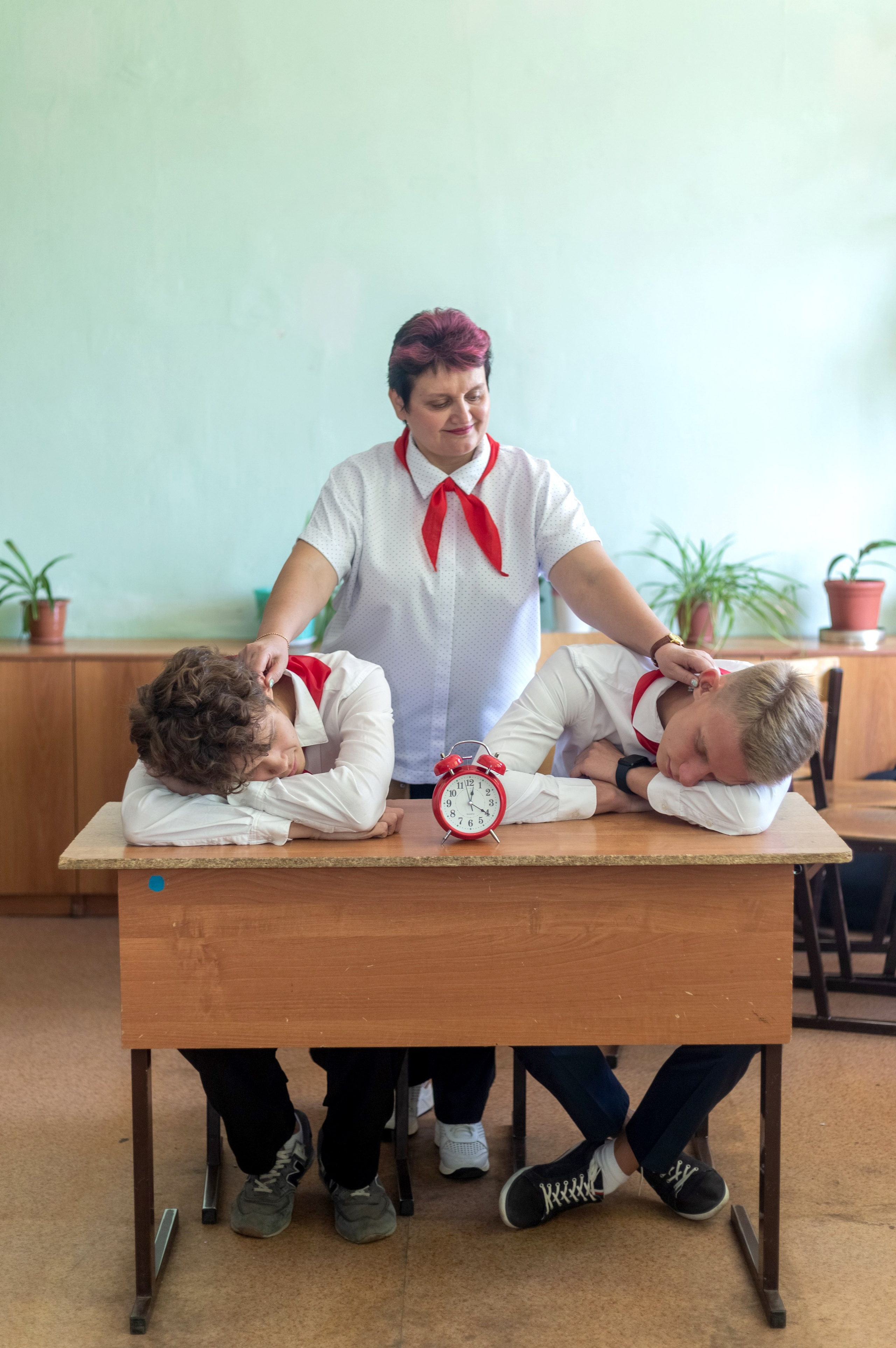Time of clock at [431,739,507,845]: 12:20
